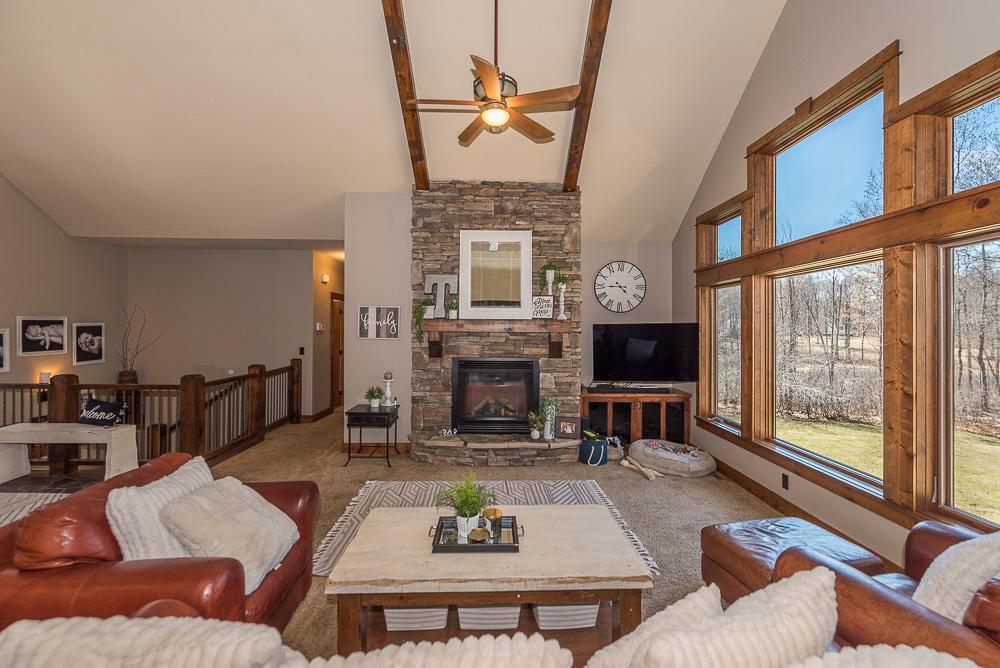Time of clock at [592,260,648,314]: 4:44
